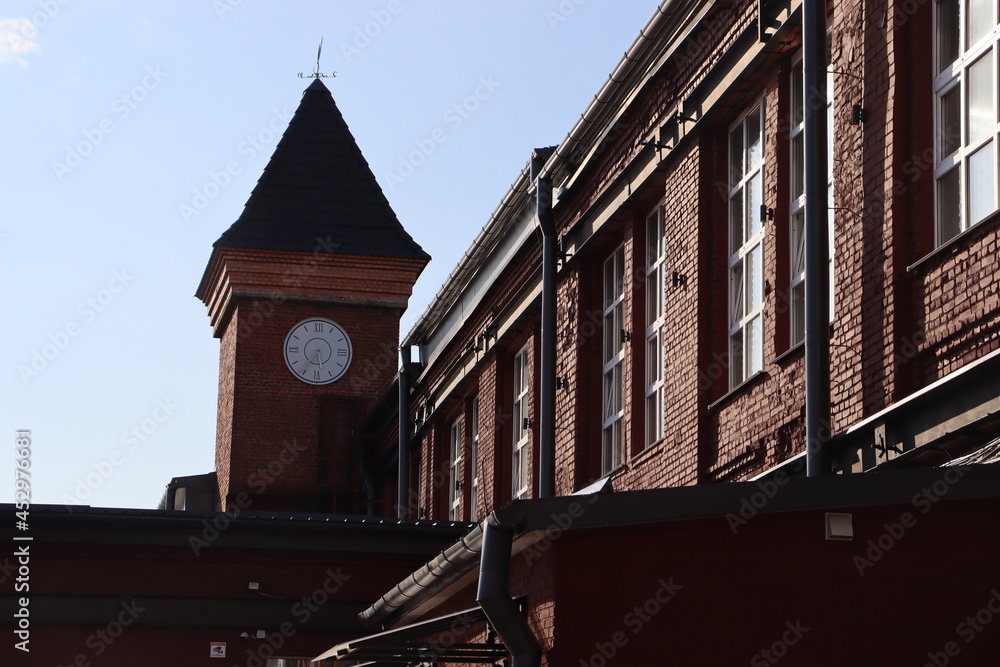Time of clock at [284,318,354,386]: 5:35
